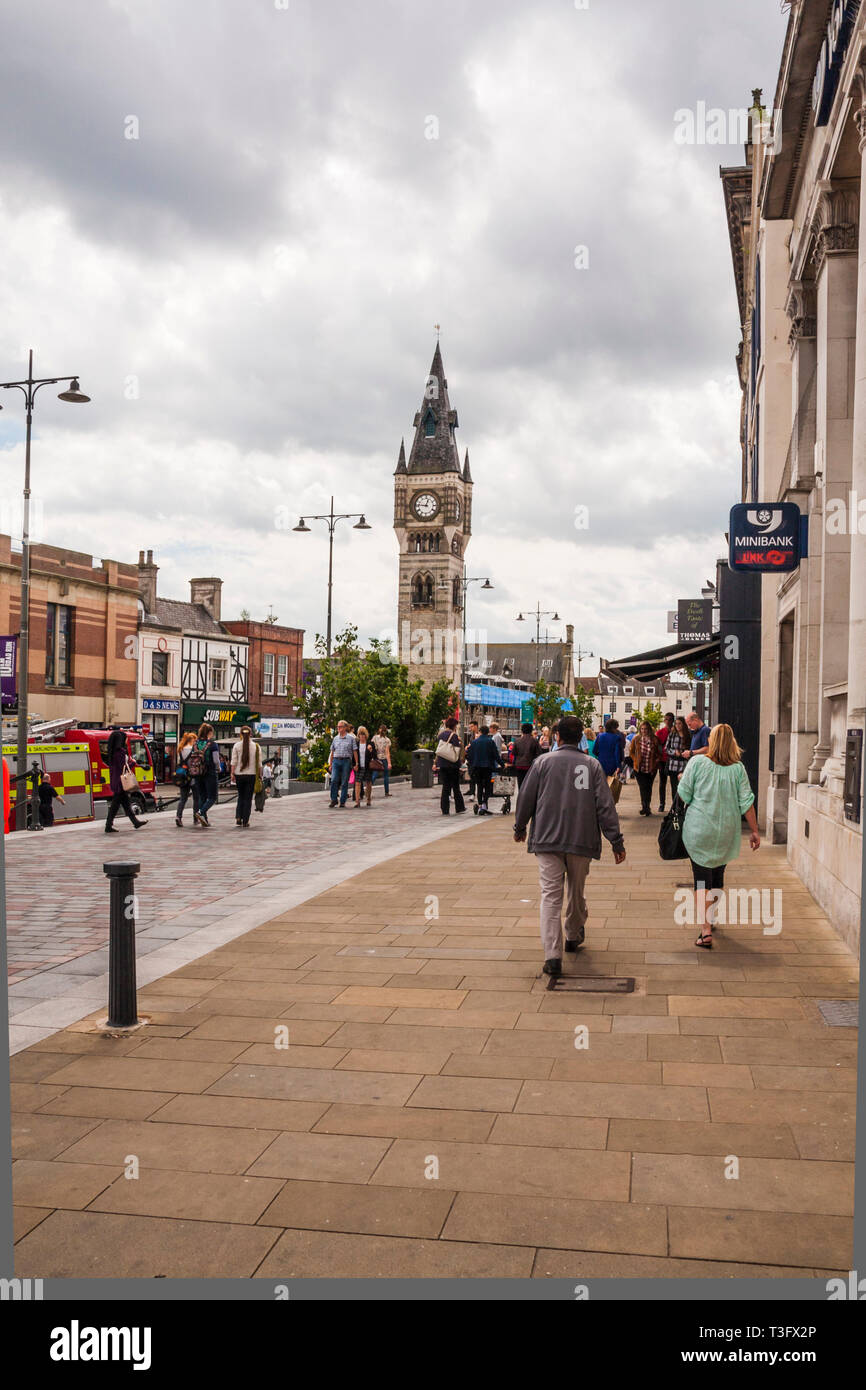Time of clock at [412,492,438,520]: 12:46
